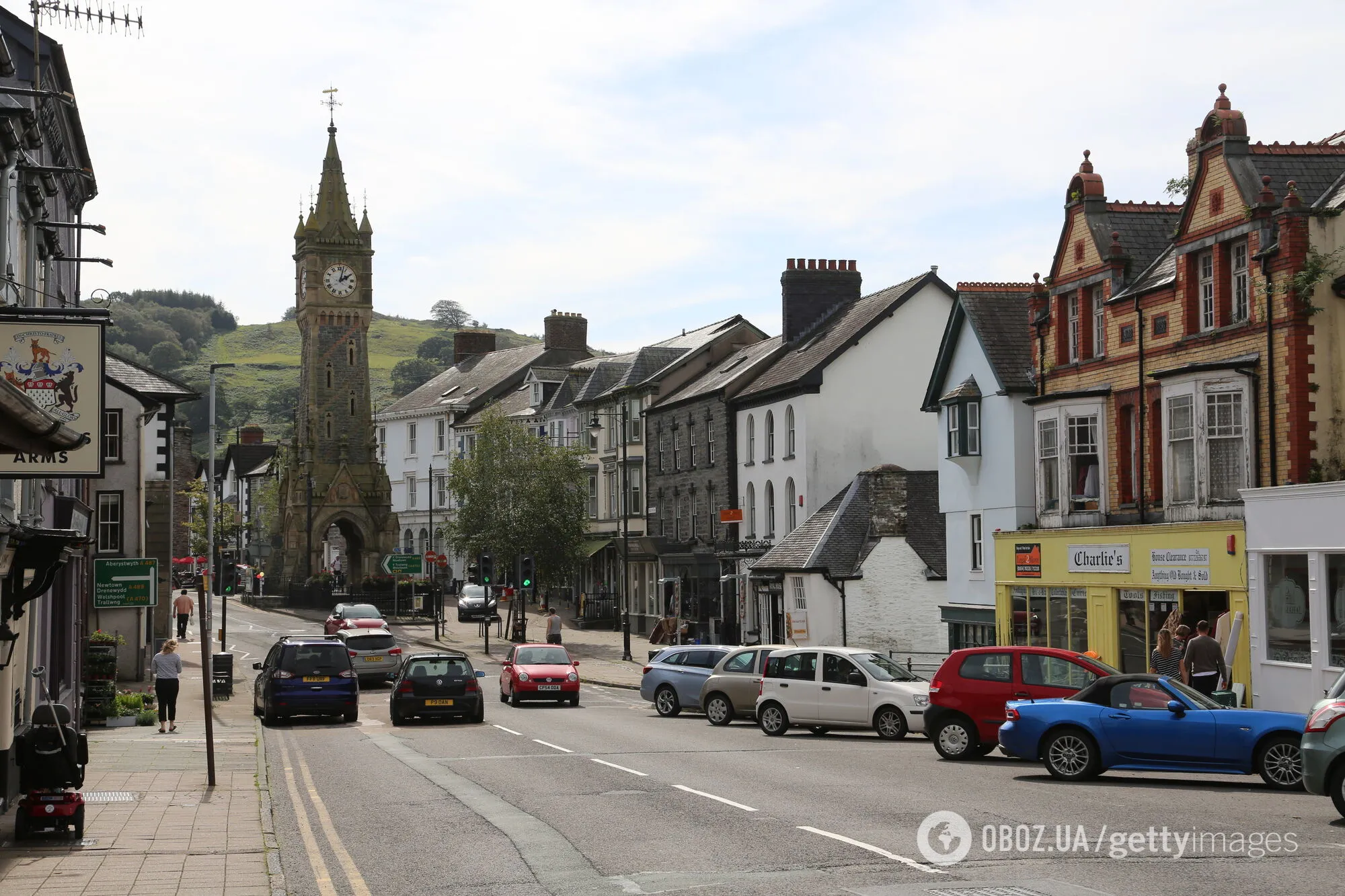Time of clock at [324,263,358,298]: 2:02
